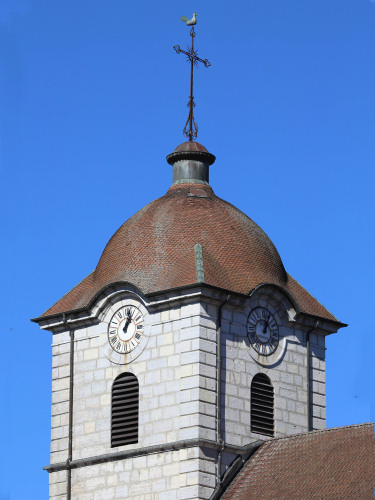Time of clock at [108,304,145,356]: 1:02
